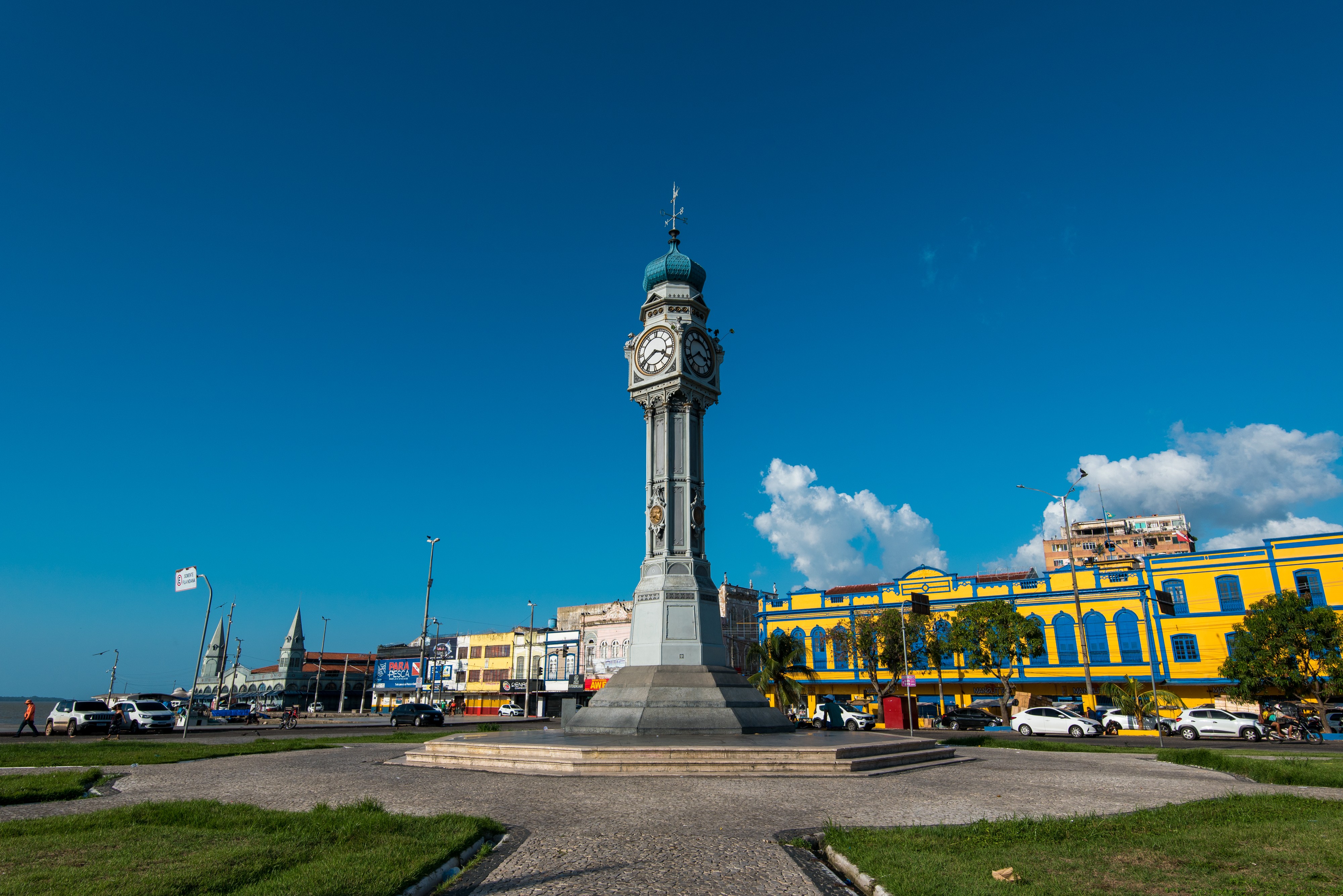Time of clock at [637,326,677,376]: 3:39
